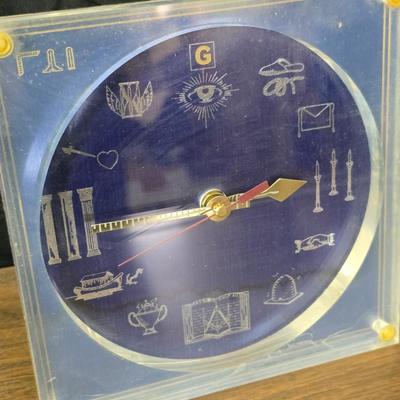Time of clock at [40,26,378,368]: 2:44
